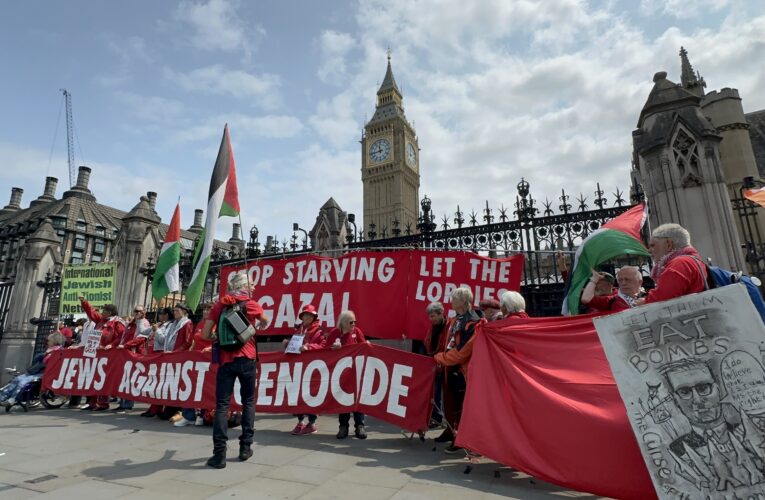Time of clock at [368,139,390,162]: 11:43
